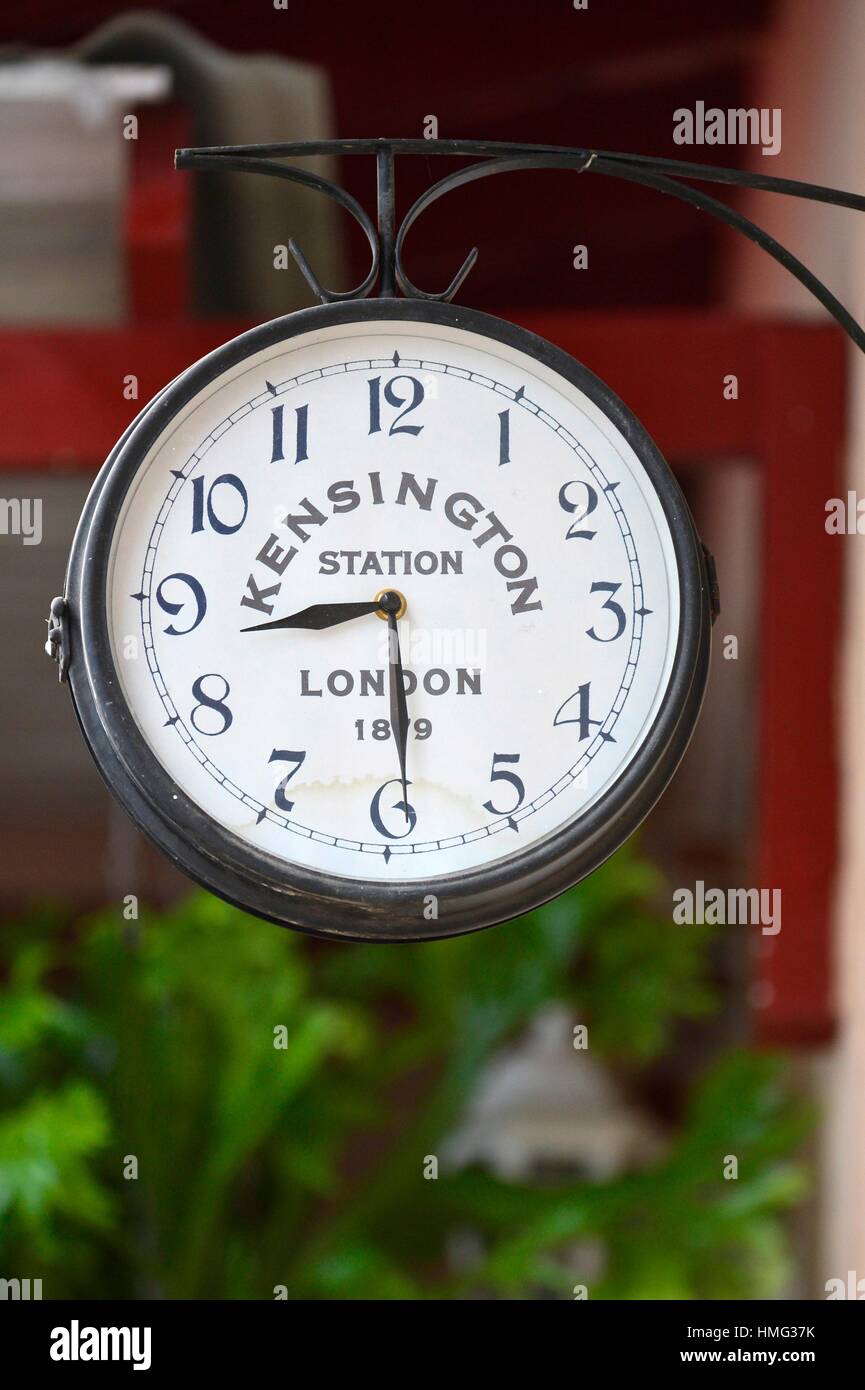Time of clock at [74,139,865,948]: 8:29
